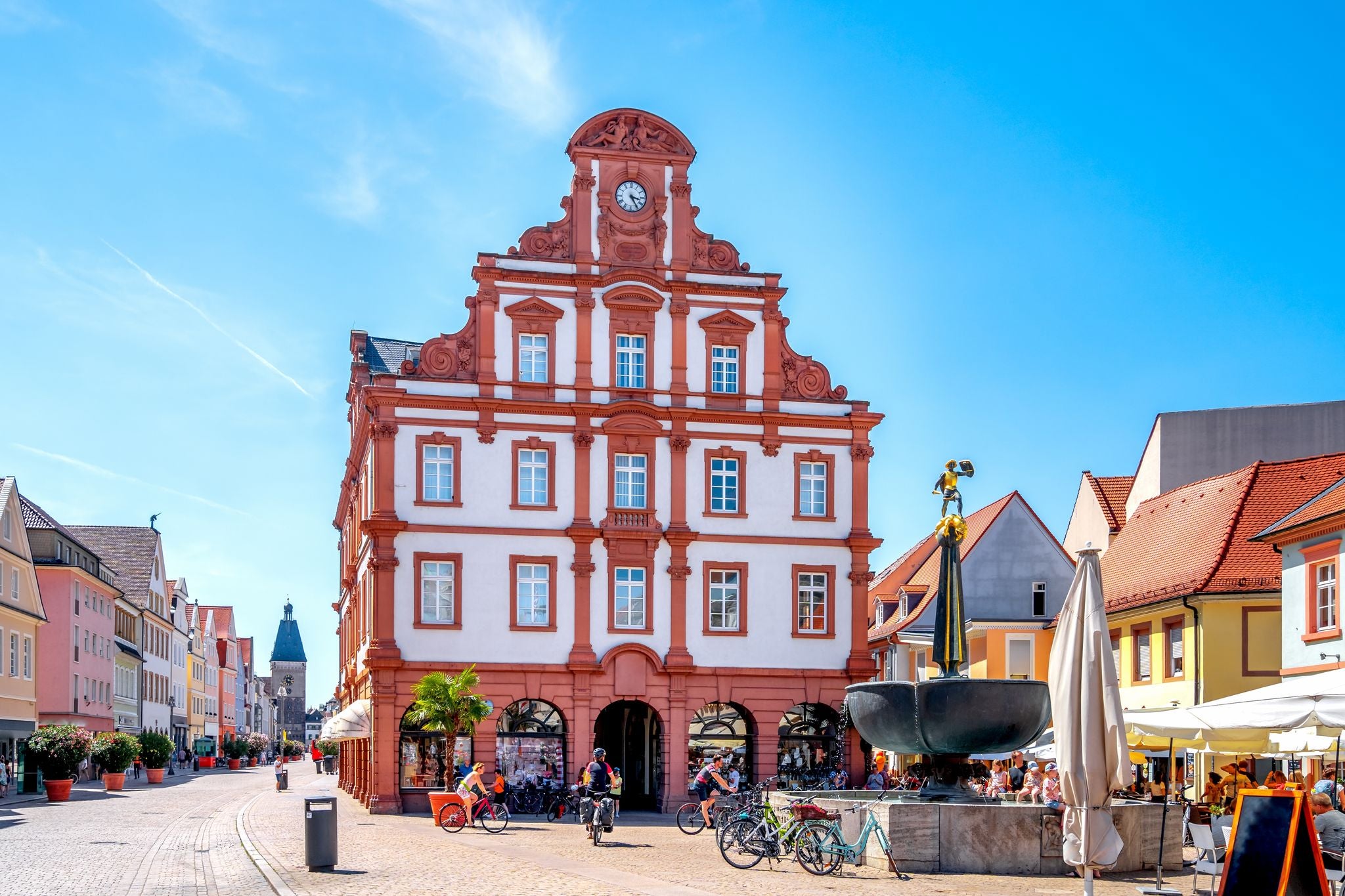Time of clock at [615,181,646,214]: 3:24
